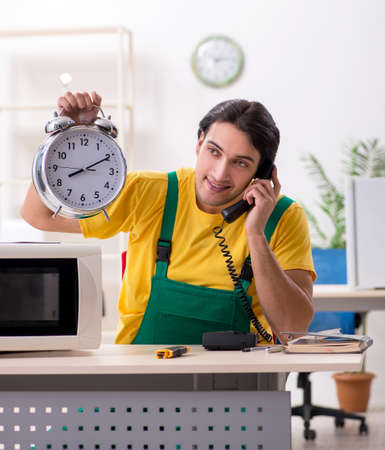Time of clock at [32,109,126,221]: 8:10
